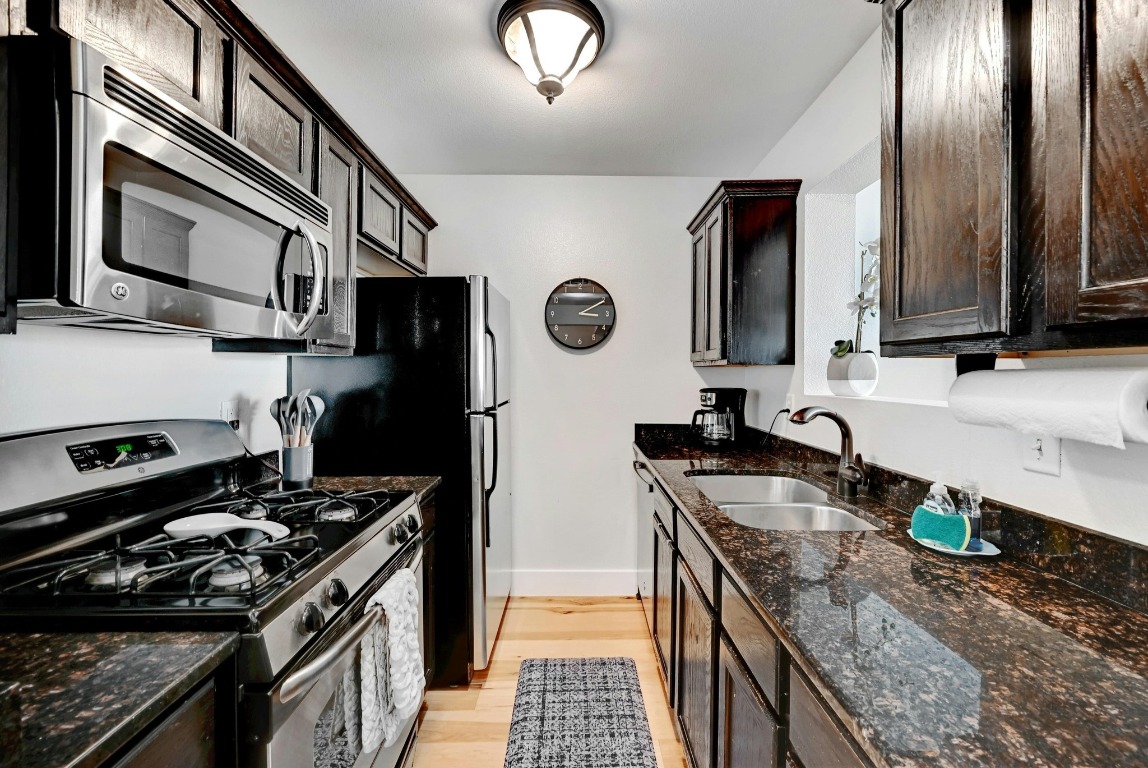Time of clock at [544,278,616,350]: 3:10
